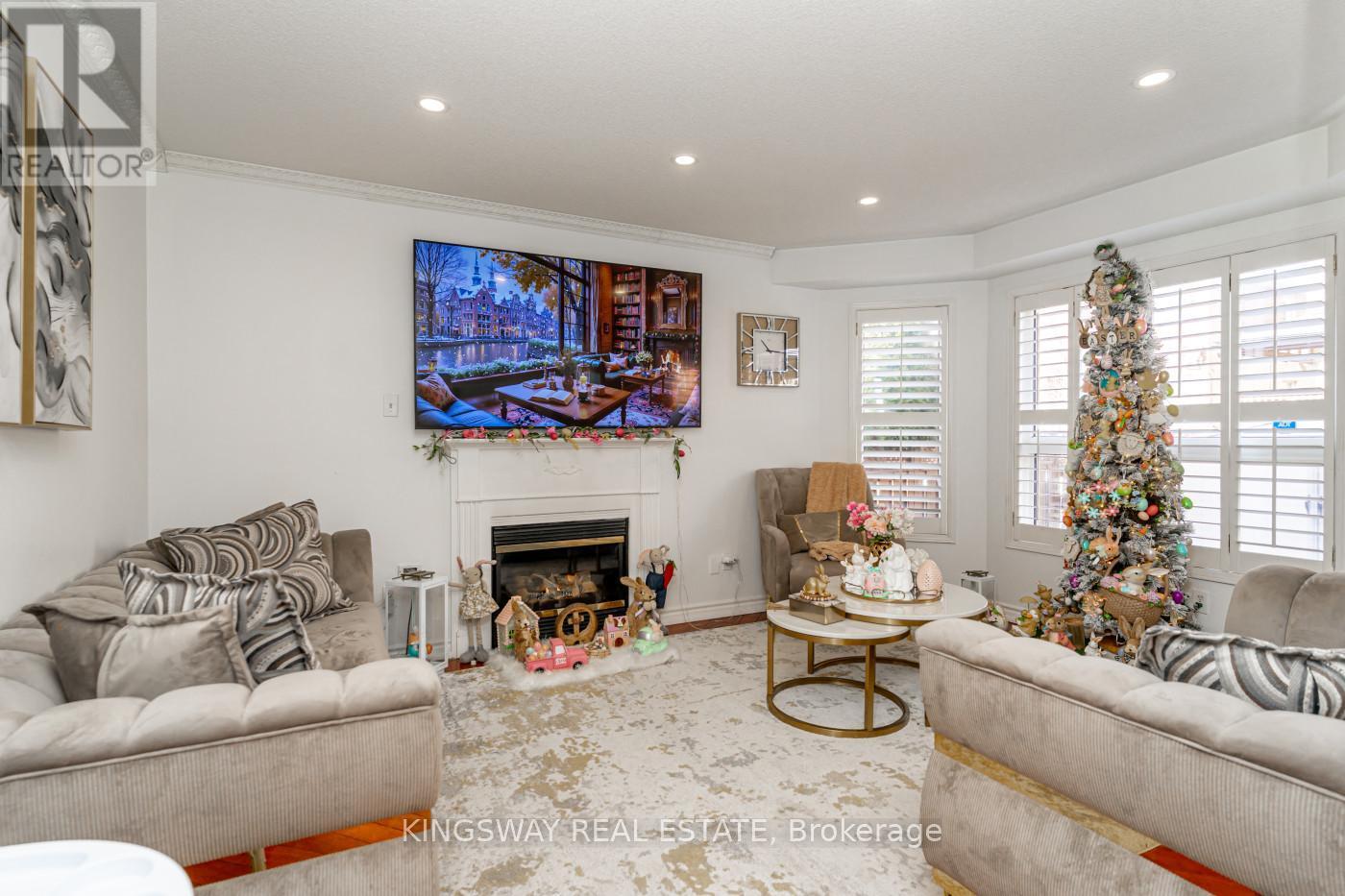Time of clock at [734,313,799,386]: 10:15
